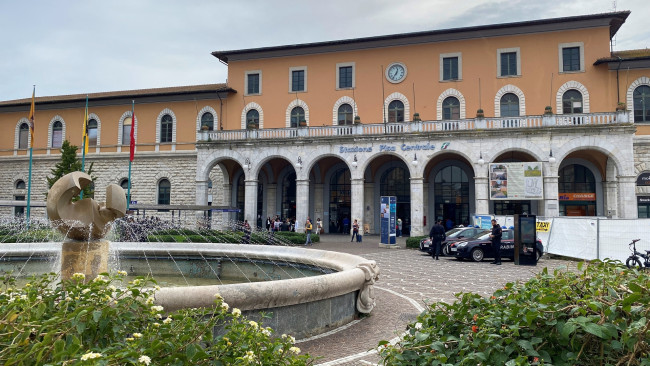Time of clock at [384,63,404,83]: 12:35
